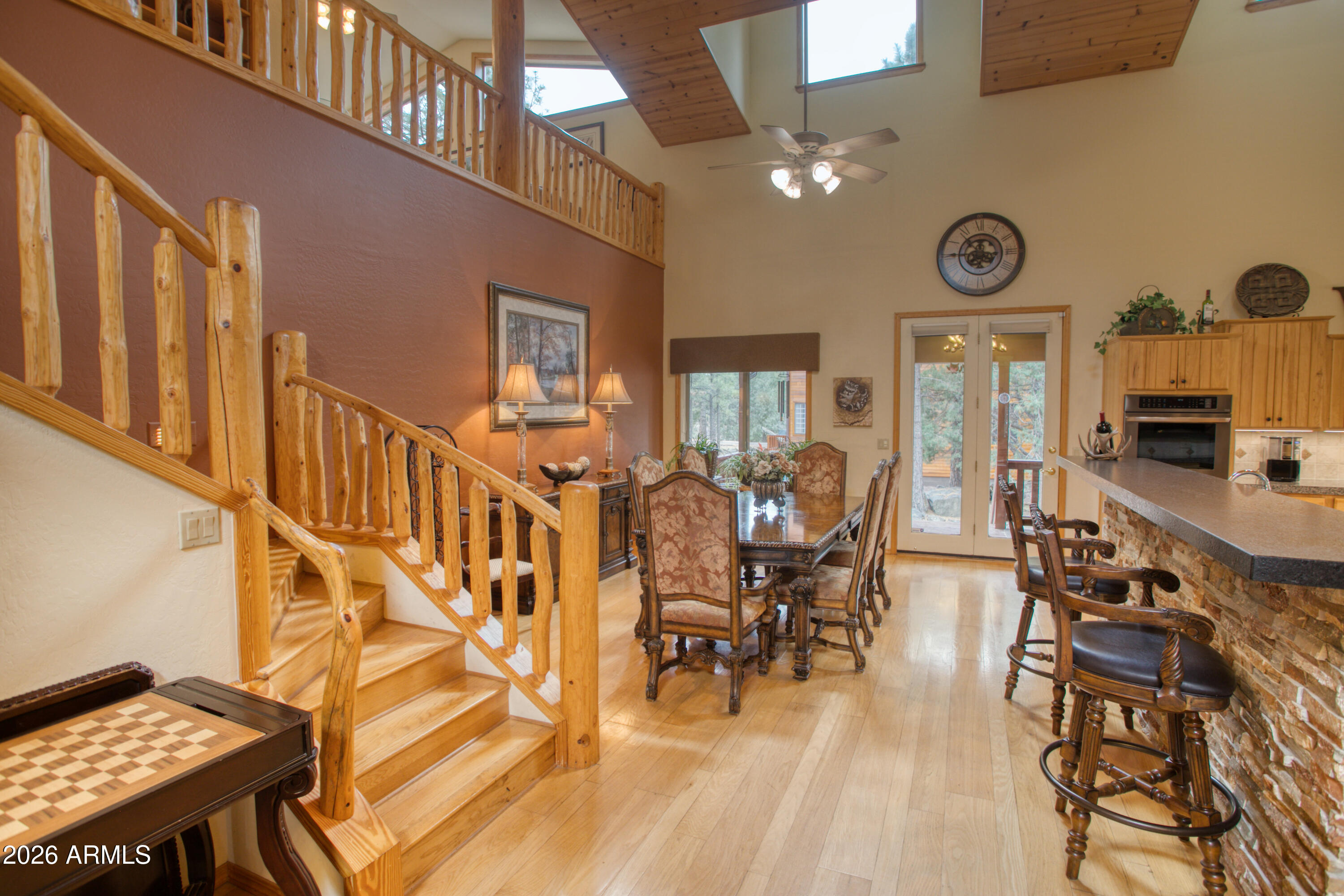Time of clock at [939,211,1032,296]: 10:45
